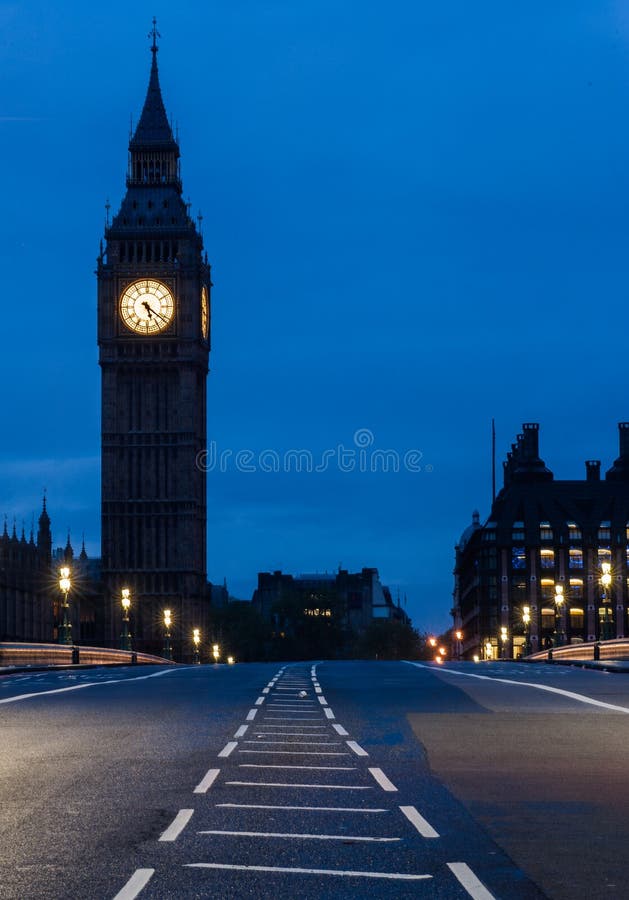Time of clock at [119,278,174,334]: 5:21
